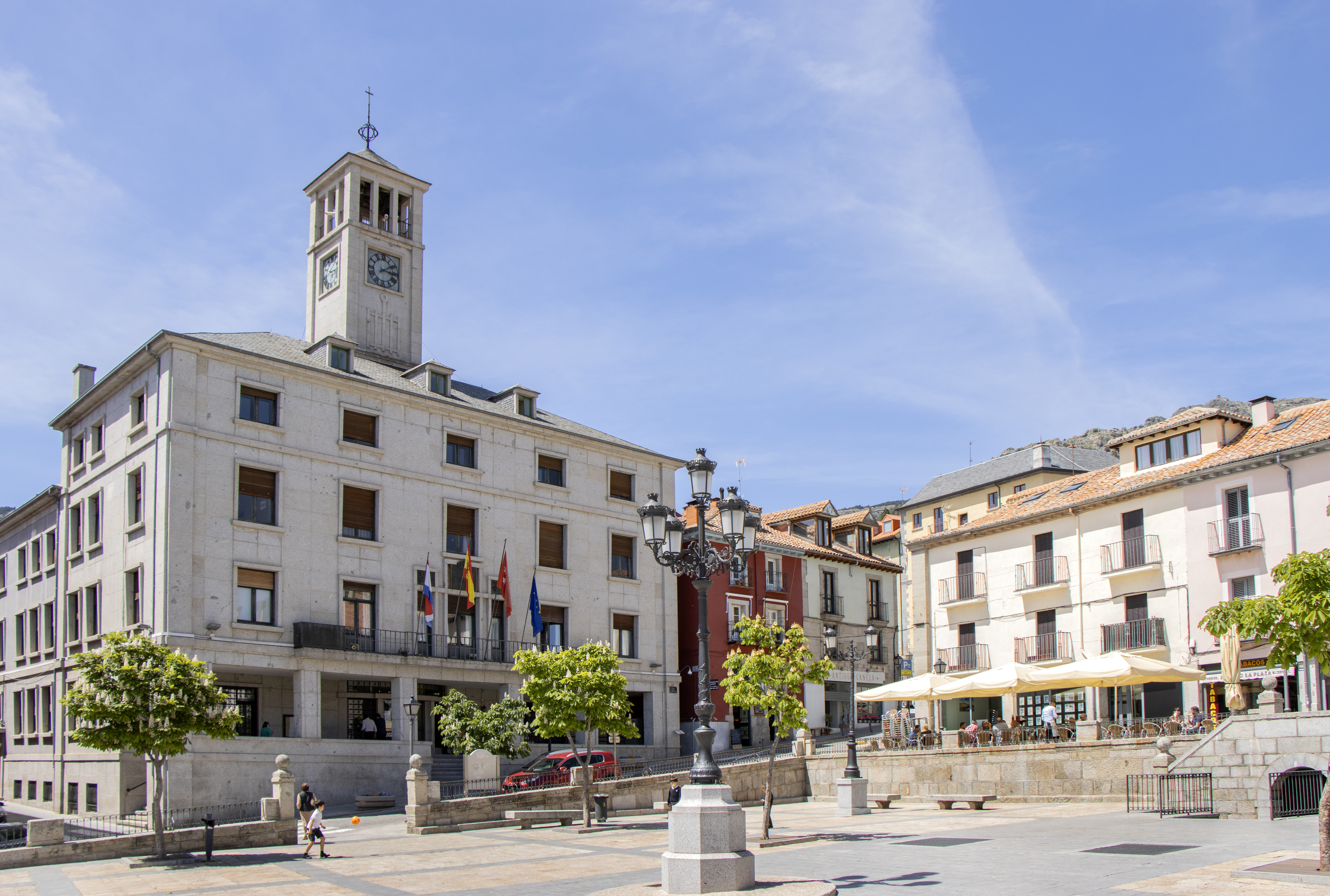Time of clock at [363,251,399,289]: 3:09
